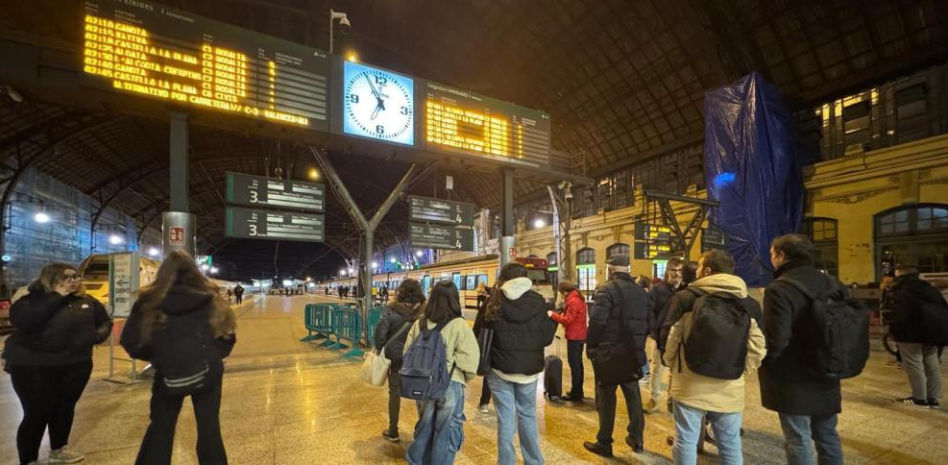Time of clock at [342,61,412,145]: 6:55
